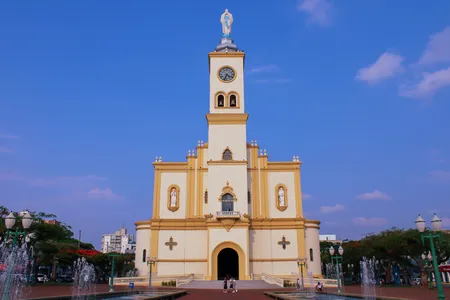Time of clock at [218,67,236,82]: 4:33
